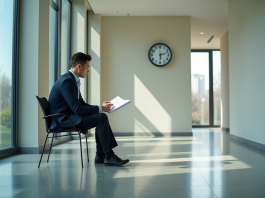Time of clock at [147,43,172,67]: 2:29
